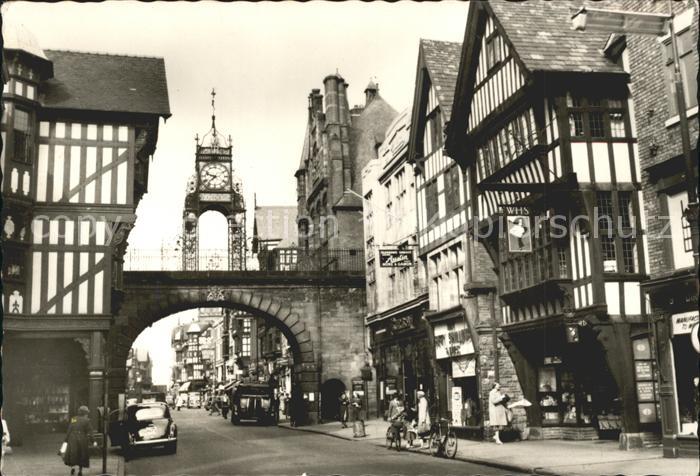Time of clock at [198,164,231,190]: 9:37
